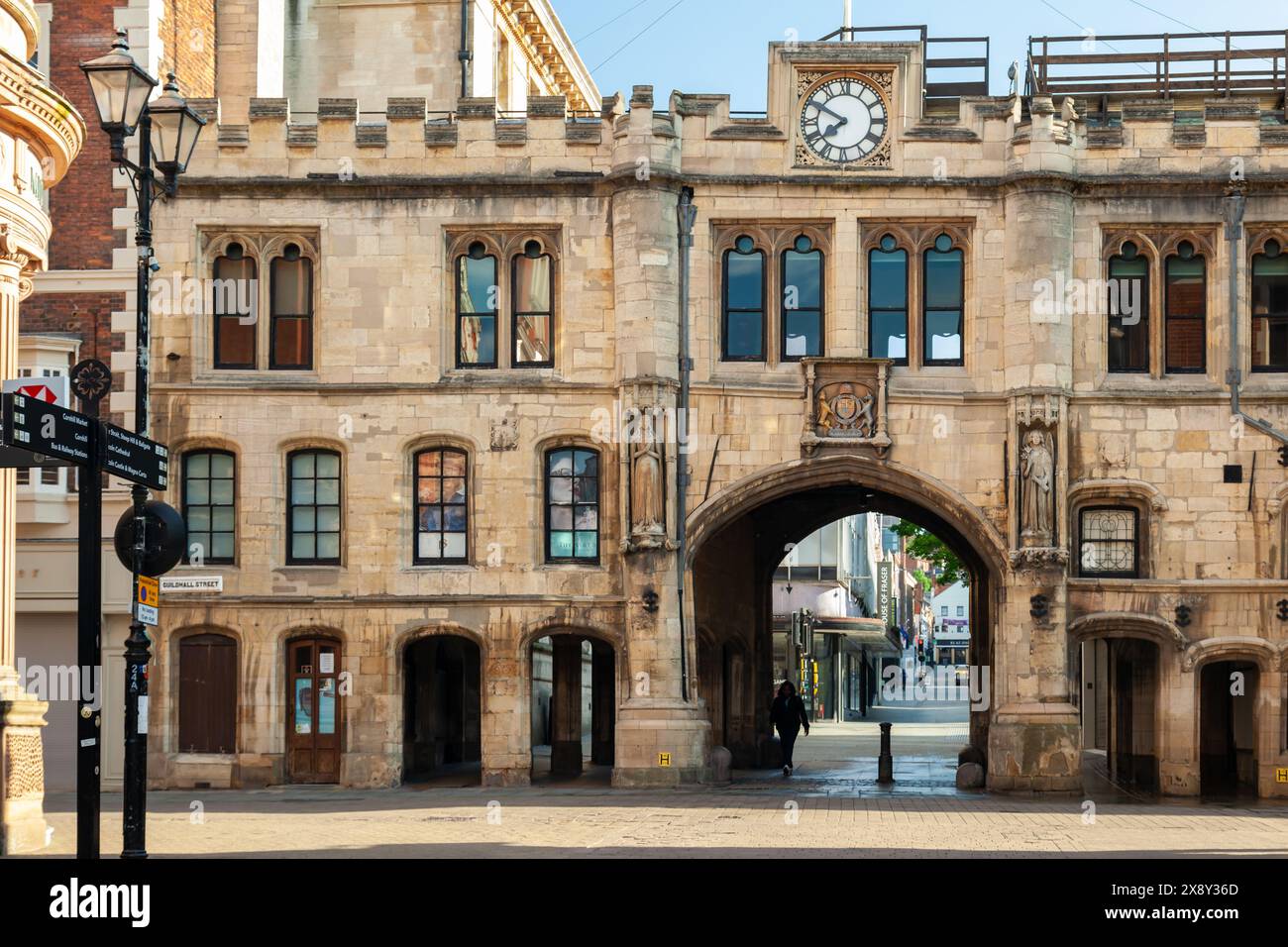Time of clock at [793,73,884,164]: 7:49
